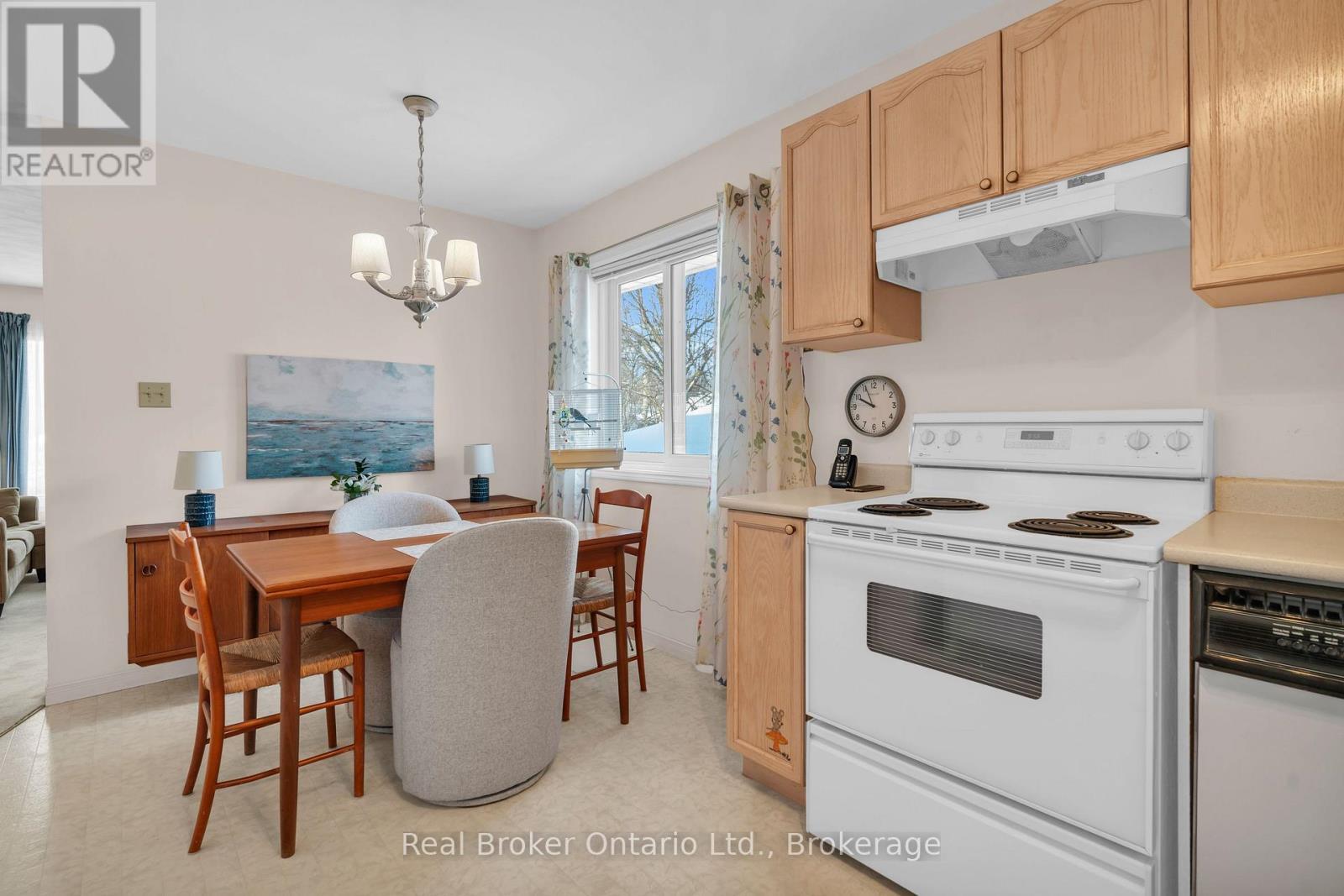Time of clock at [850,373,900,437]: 9:56
